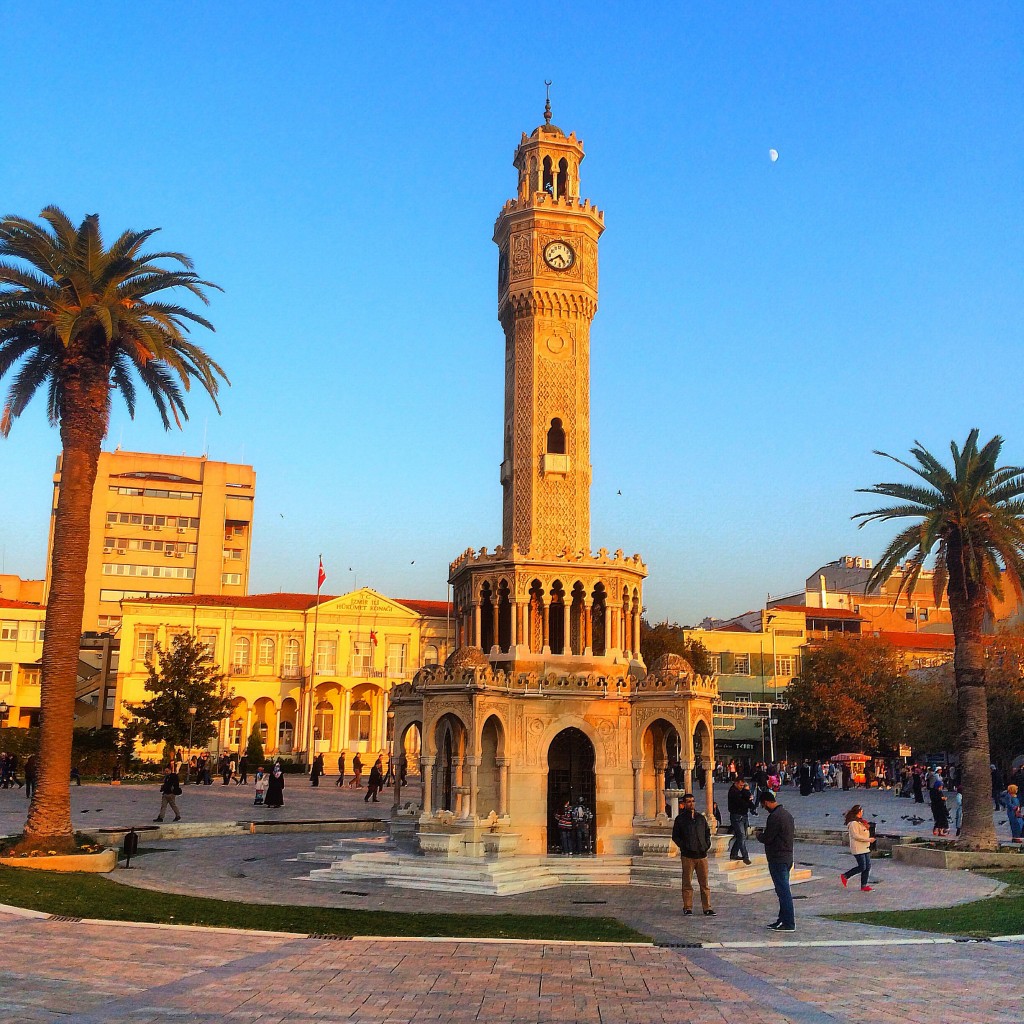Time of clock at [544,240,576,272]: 4:40
